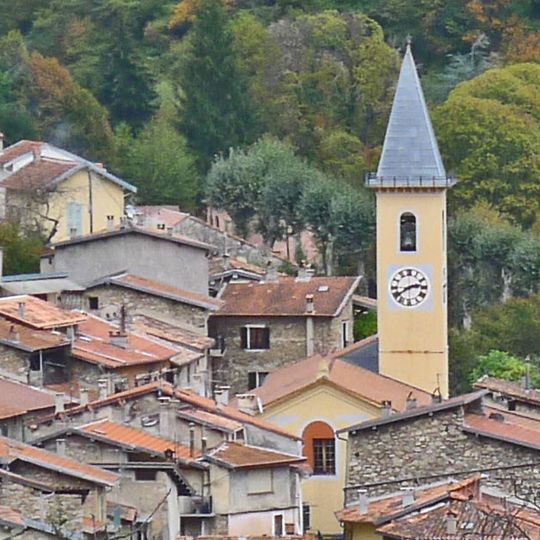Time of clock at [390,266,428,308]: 2:39
